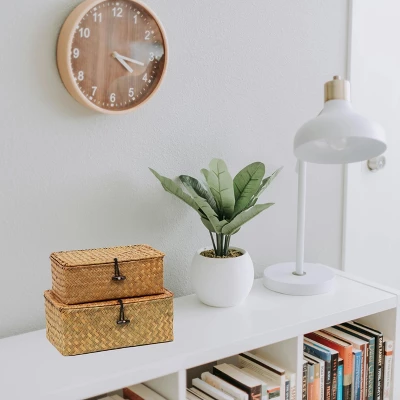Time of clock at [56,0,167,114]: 4:17
